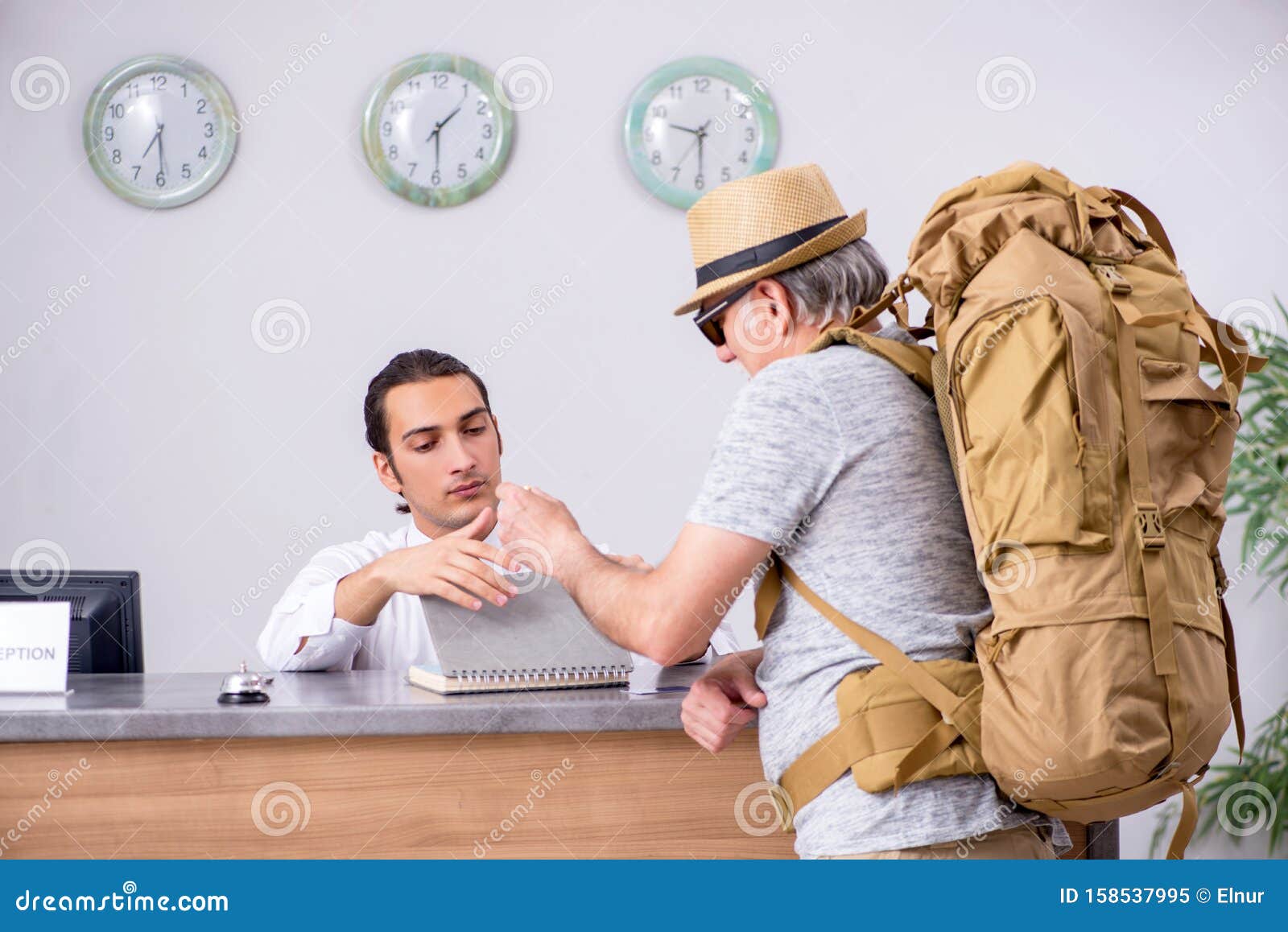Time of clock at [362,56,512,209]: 1:29
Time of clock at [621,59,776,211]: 9:29
